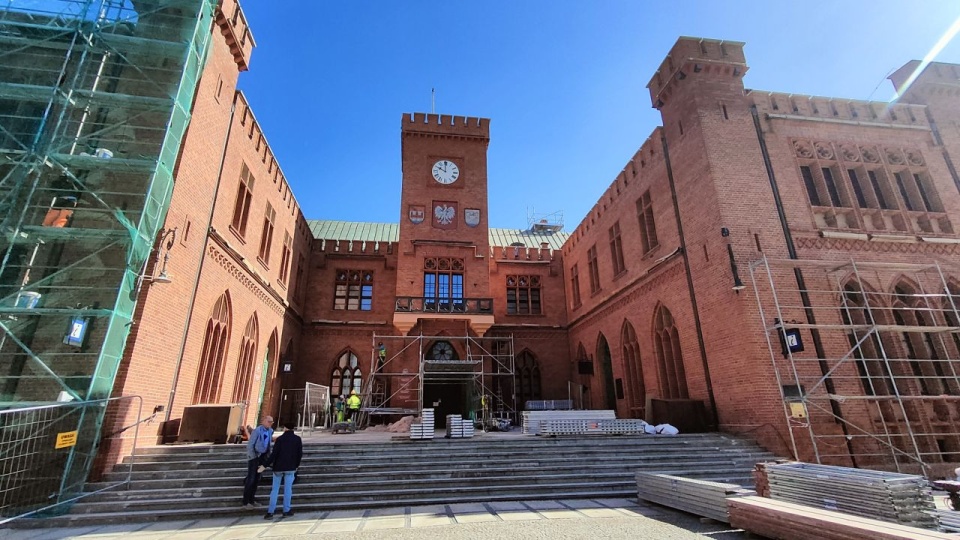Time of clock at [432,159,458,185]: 9:59
